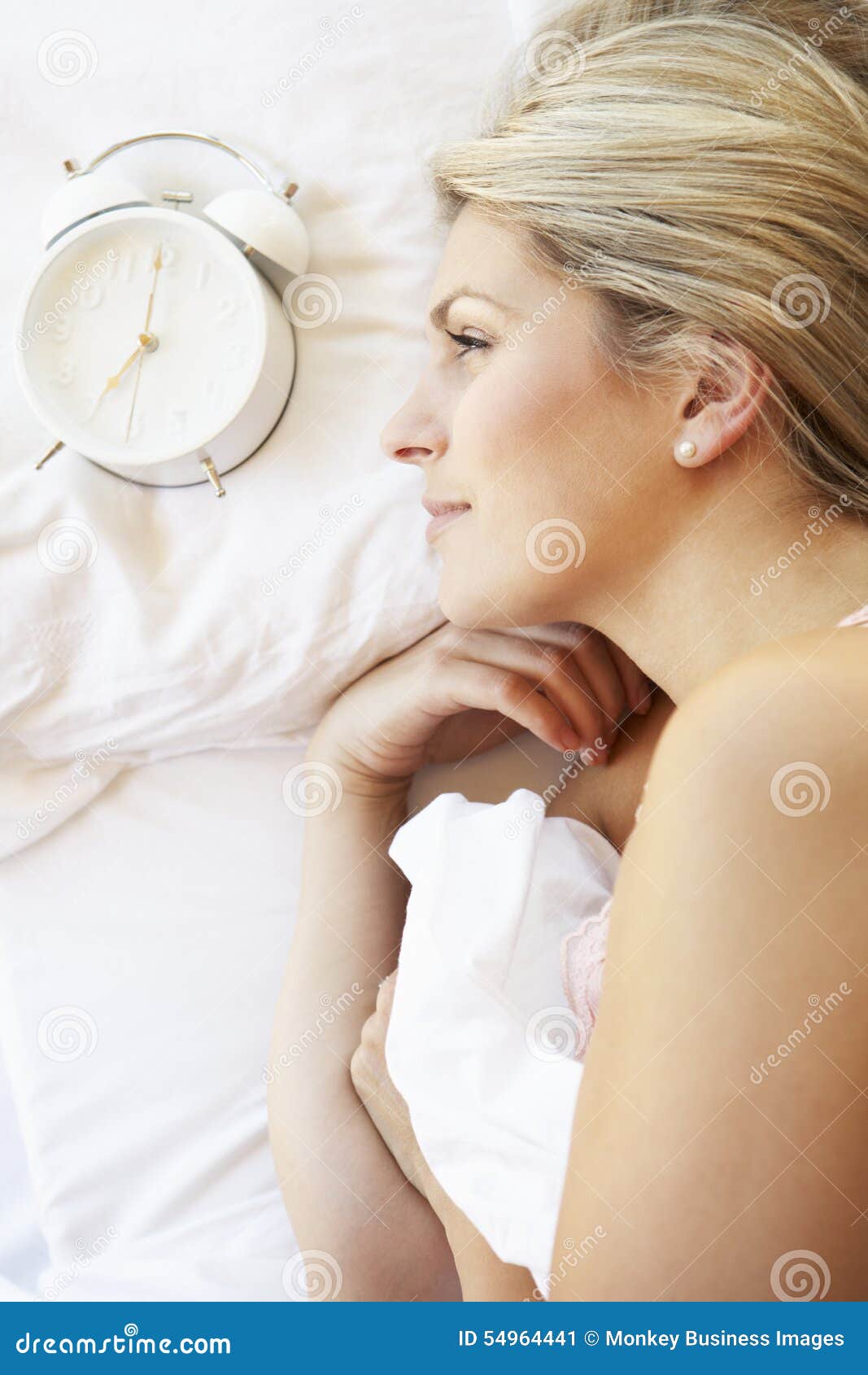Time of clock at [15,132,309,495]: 7:00
